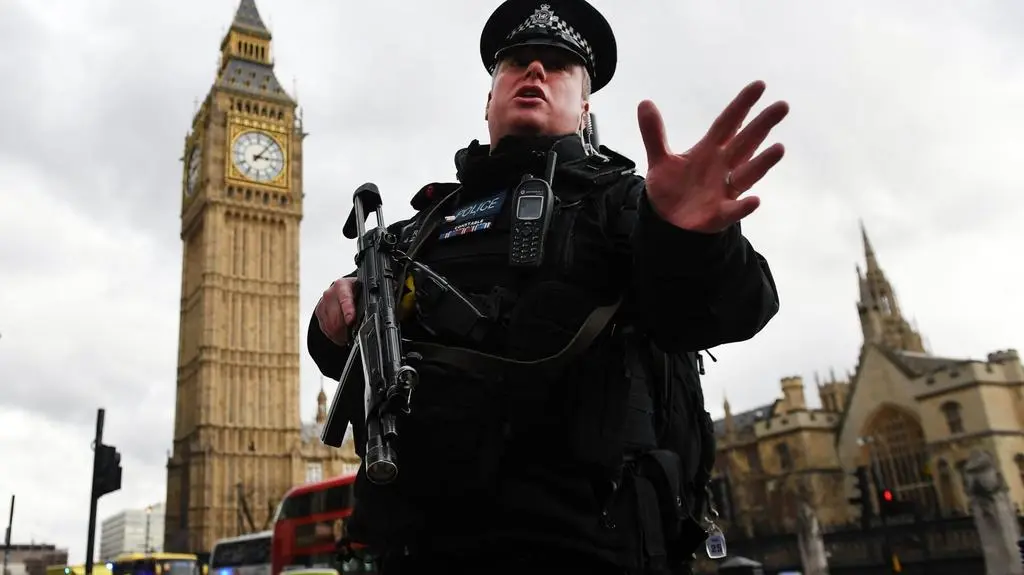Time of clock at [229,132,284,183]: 3:06
